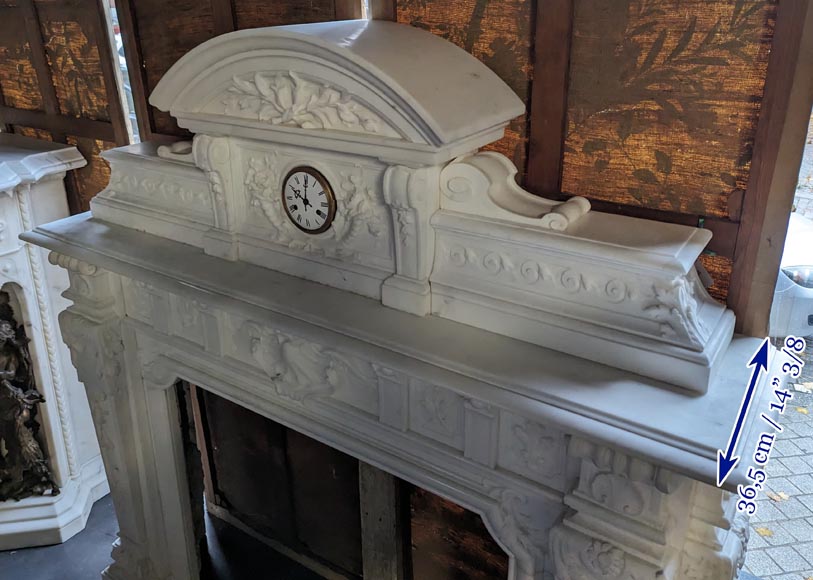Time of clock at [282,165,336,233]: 10:00
